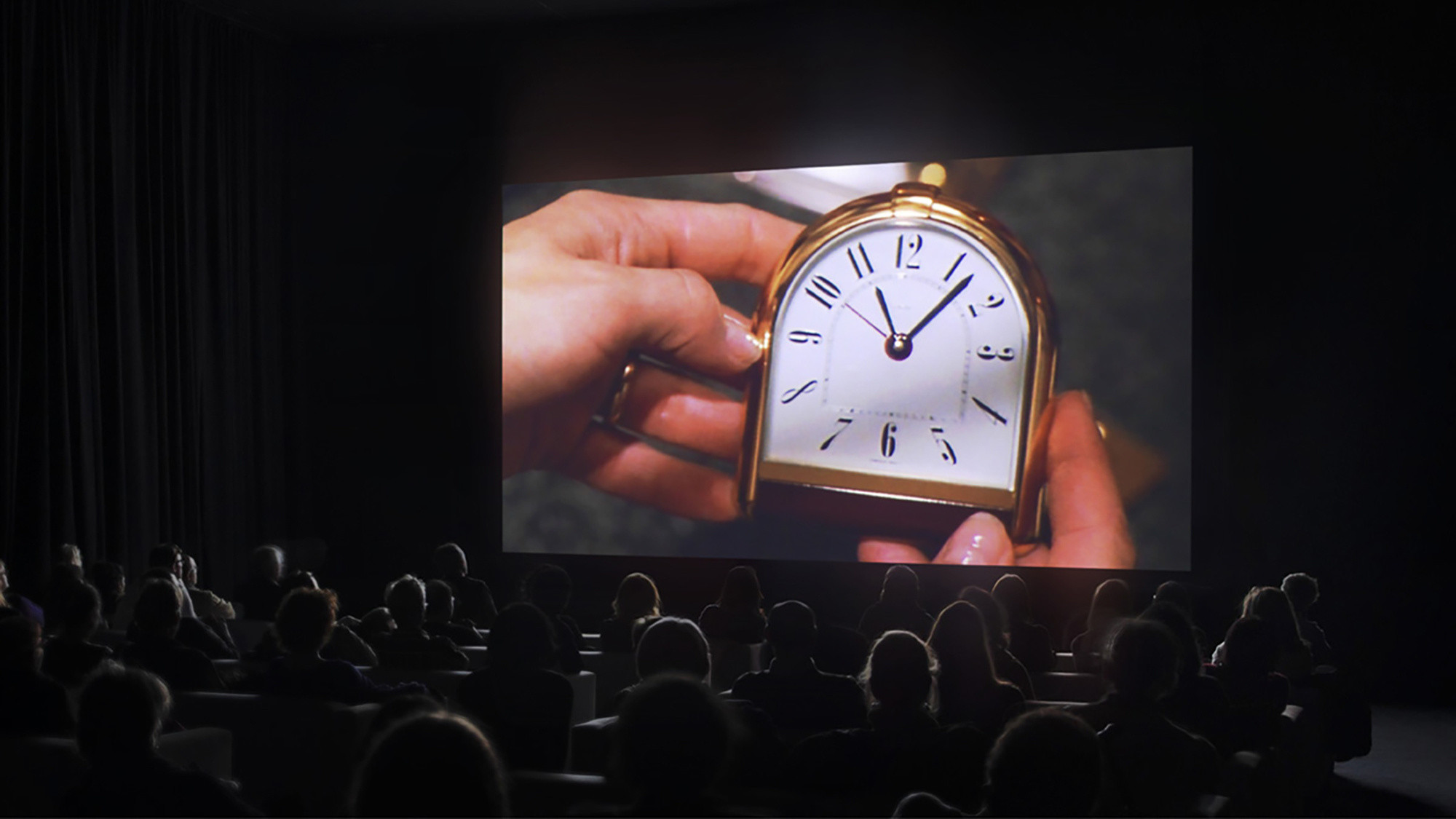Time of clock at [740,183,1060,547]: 11:07
